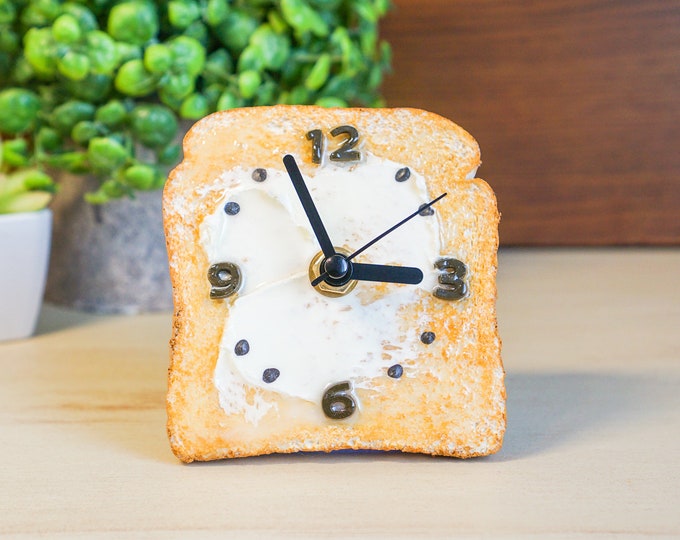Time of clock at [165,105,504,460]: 2:56
